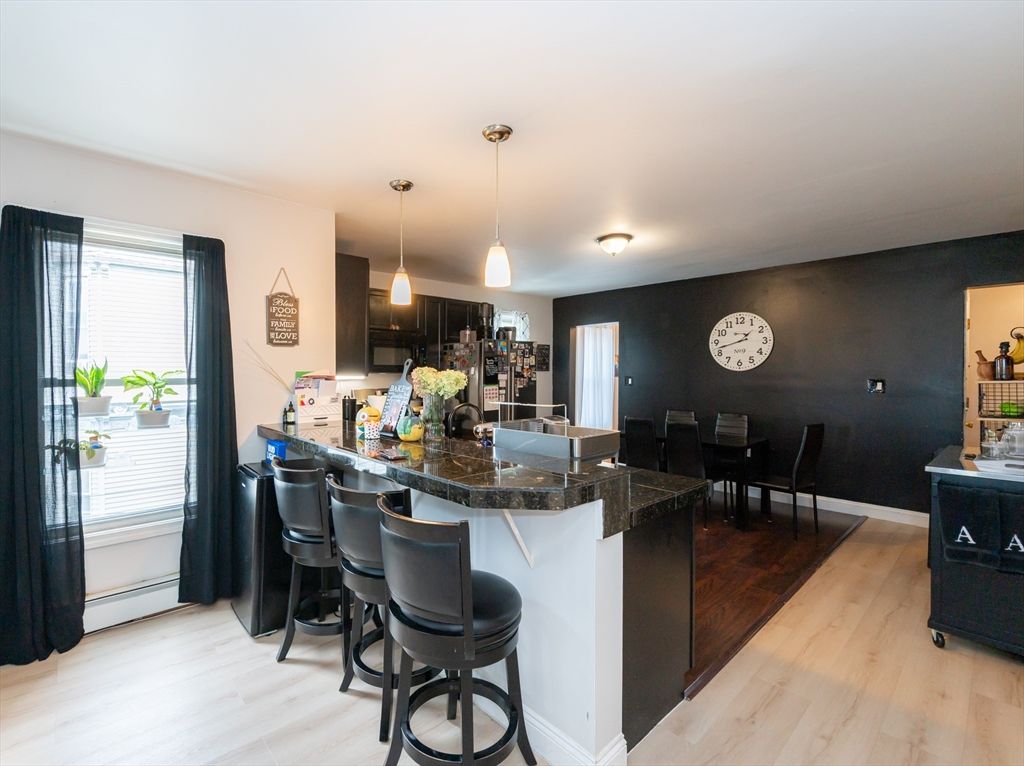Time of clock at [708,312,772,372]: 1:42
